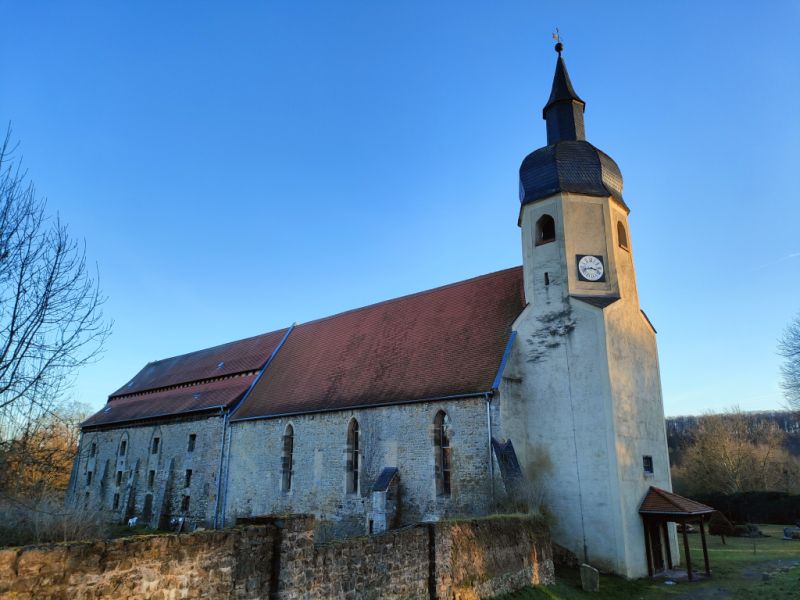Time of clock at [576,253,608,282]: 3:42
